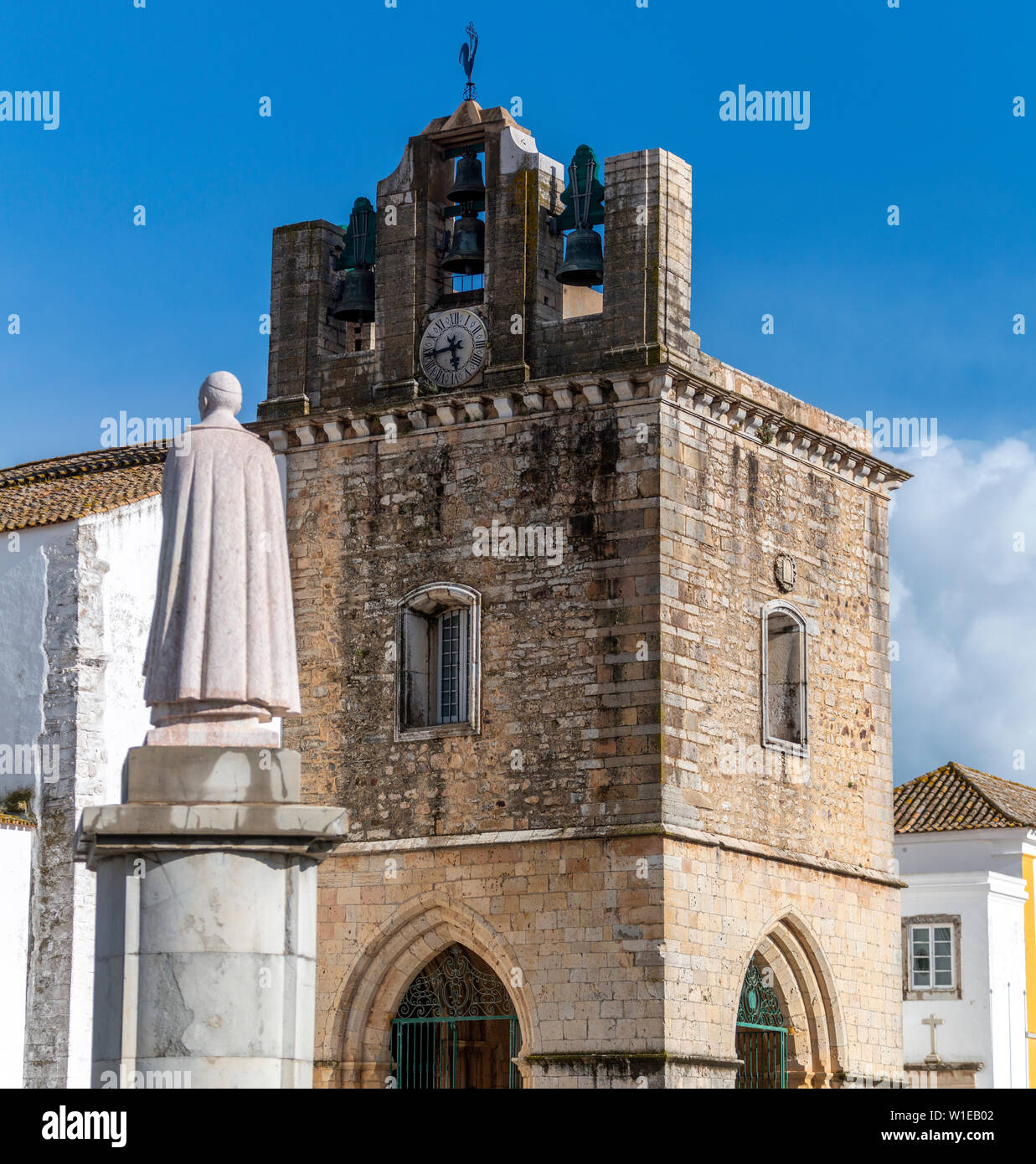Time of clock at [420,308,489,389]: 5:43
